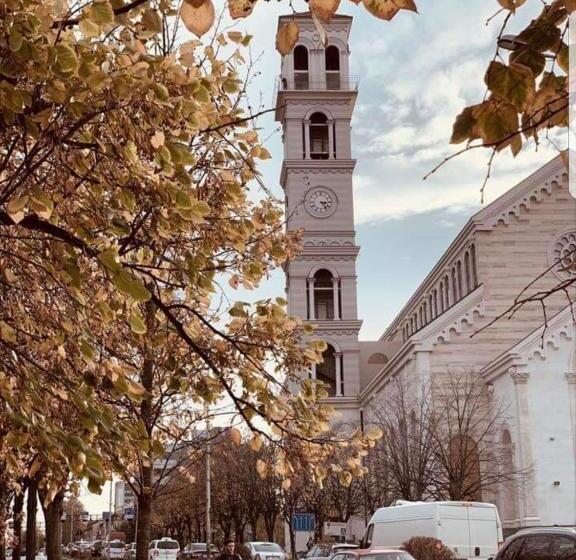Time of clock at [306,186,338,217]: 3:23
